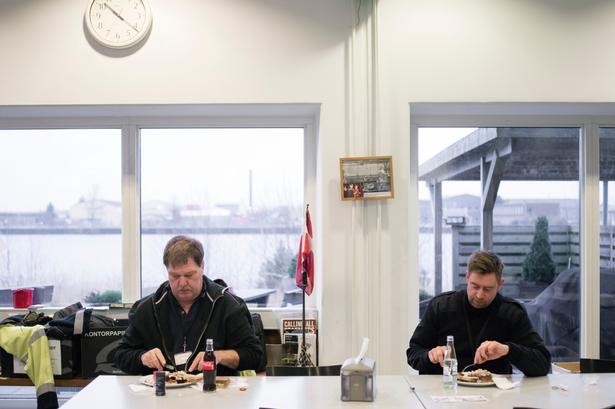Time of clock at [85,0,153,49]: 10:21
